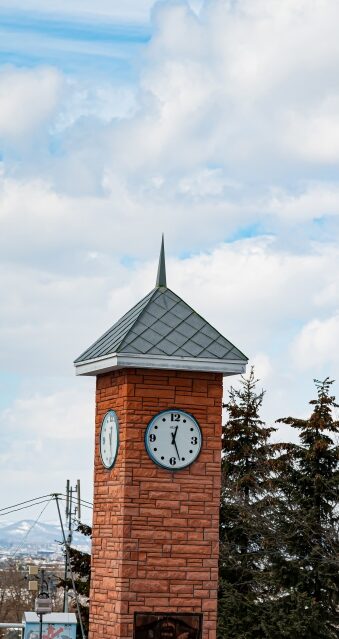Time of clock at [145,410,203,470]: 12:26
